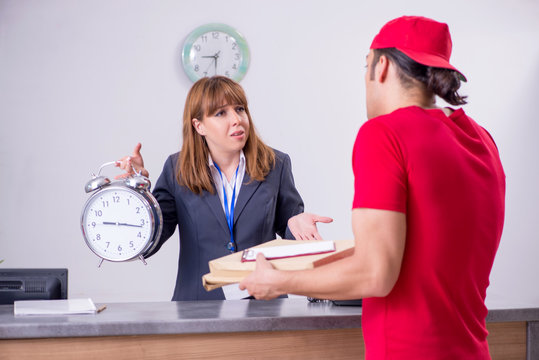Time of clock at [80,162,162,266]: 9:16
